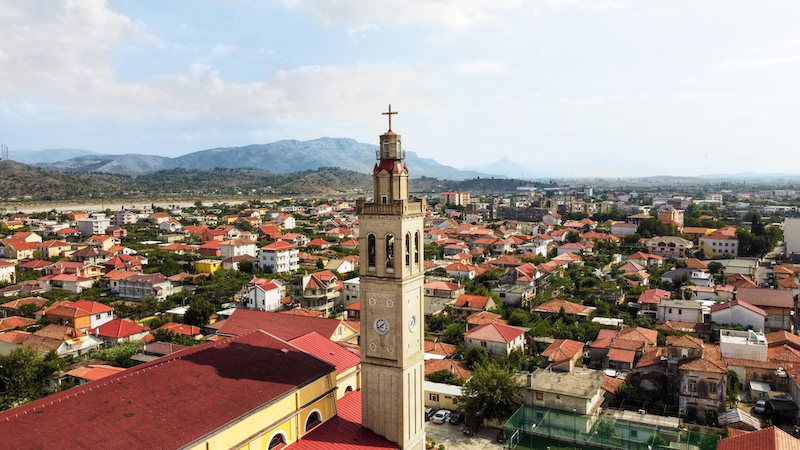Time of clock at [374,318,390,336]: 1:39
